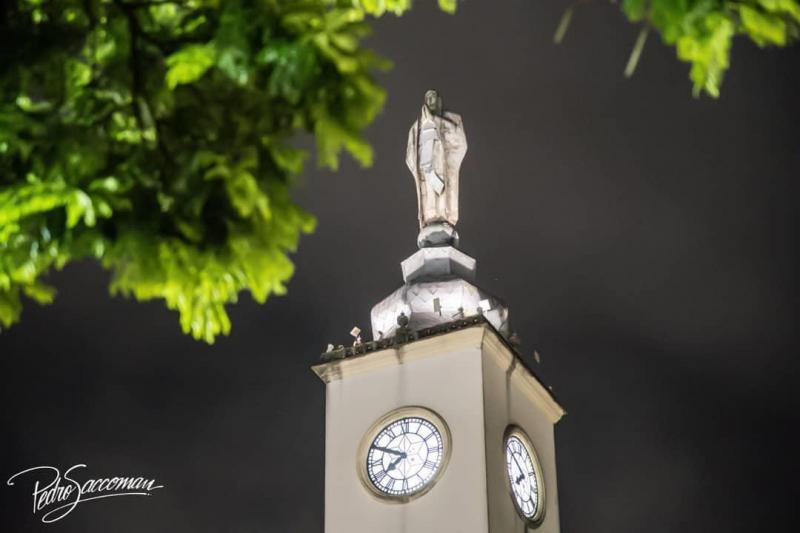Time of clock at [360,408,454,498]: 7:49
